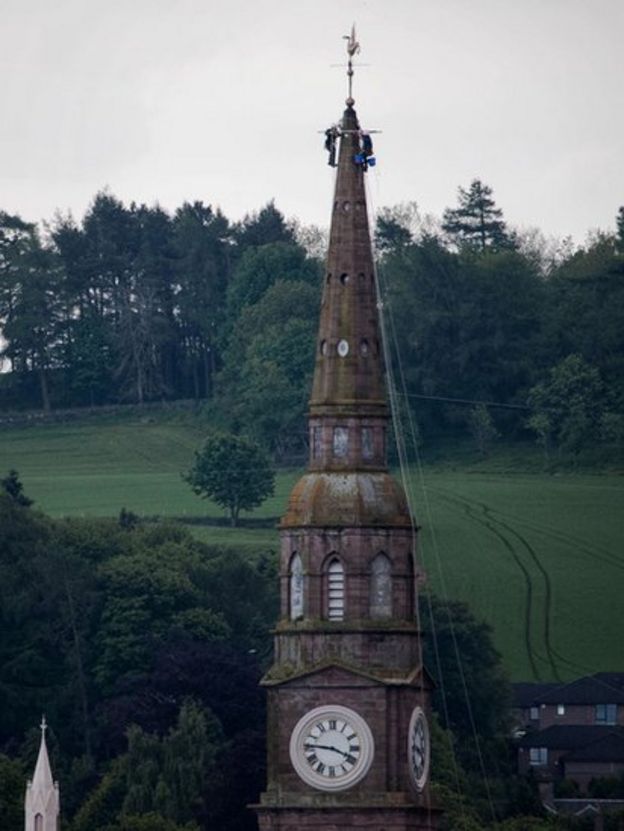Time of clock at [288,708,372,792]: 3:45
